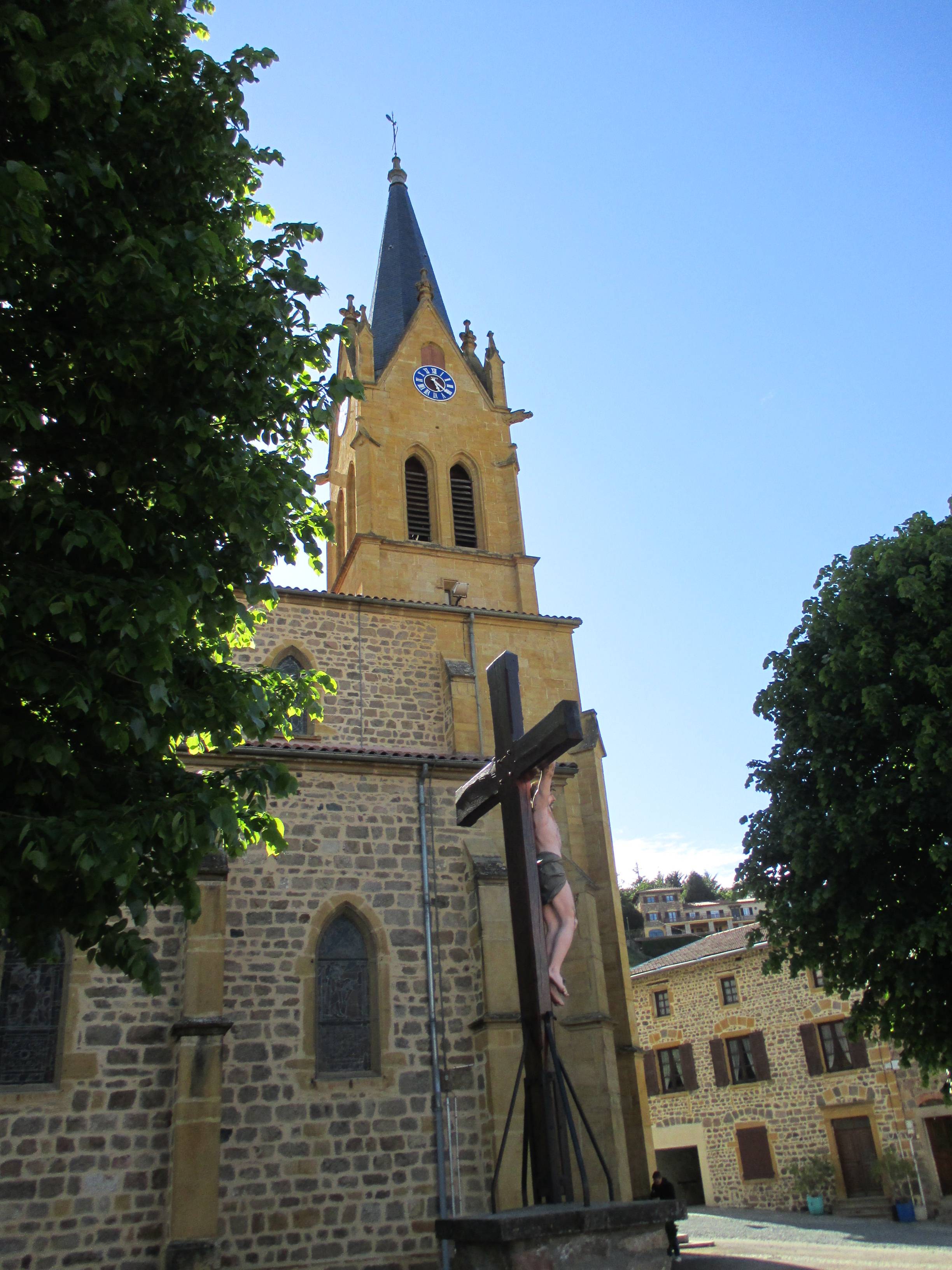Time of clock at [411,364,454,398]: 5:20
